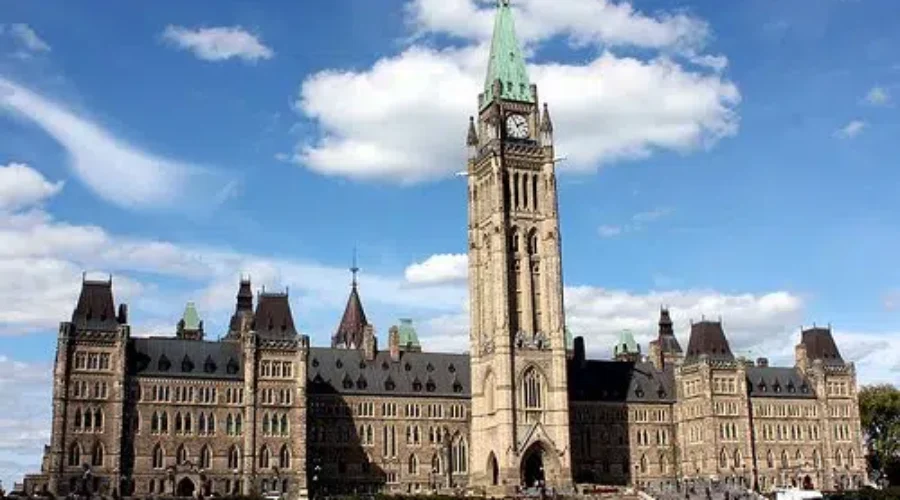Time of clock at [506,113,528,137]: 1:56
